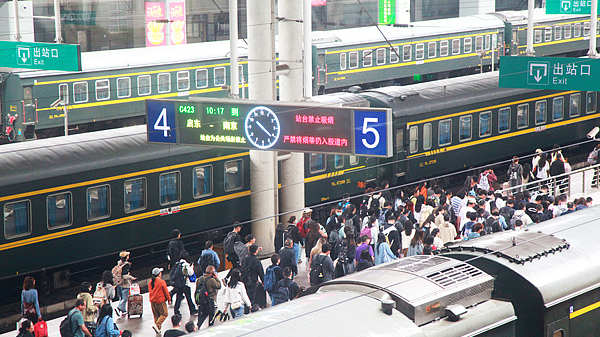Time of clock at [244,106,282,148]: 10:21
